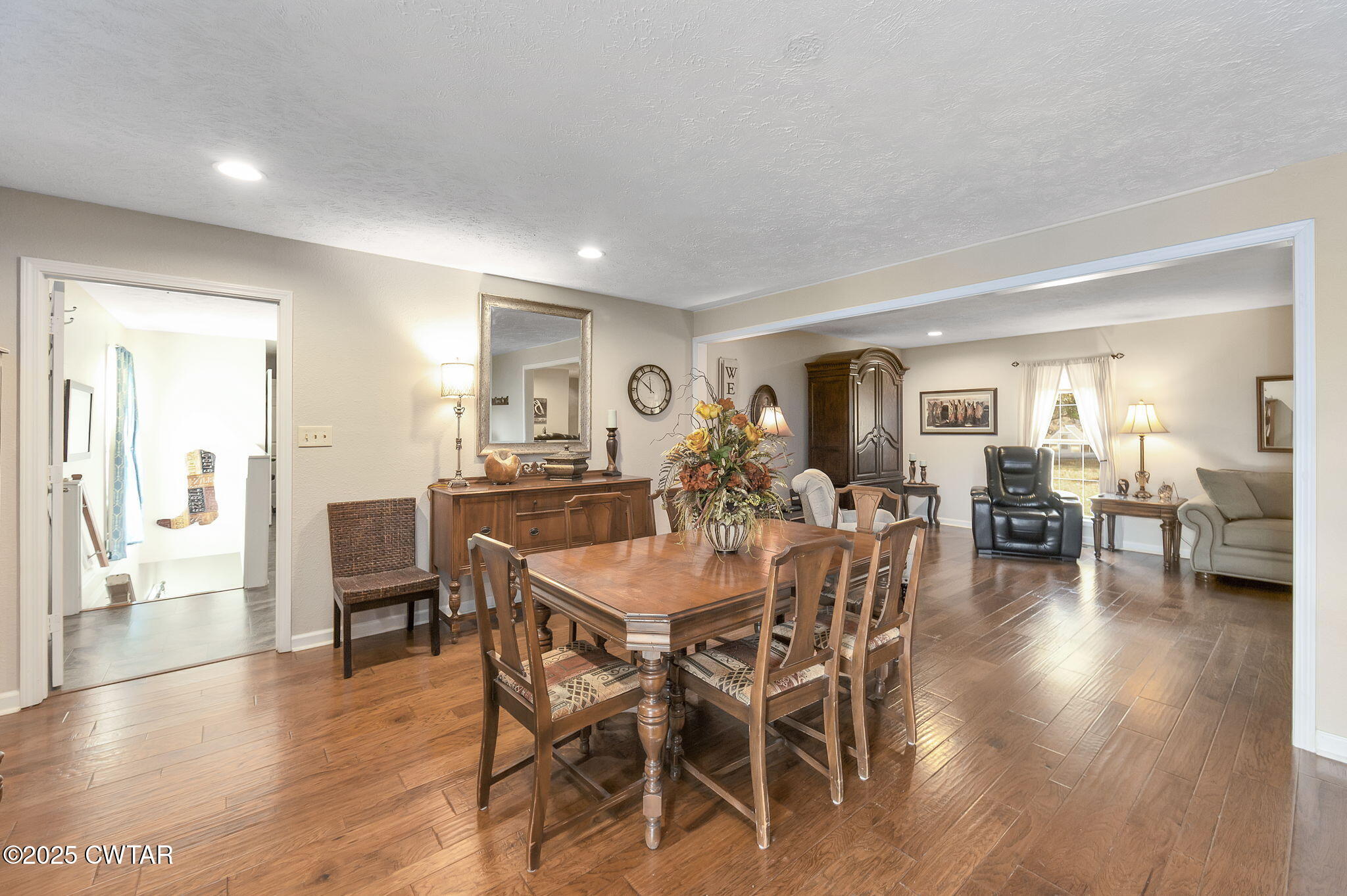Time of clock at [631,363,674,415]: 11:51
